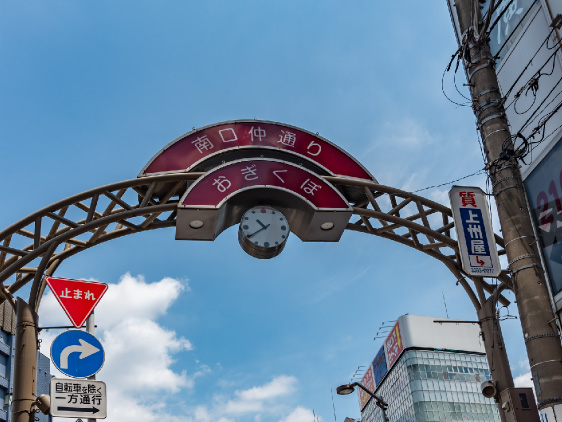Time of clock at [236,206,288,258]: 10:39
